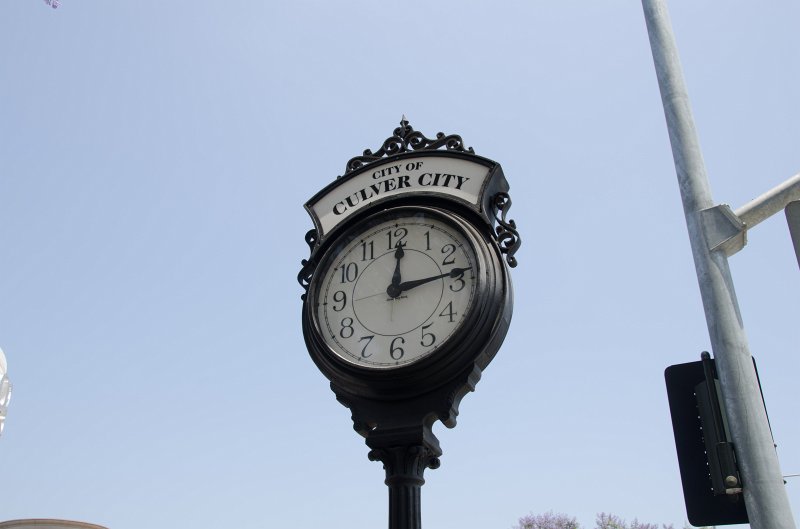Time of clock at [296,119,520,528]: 12:13
